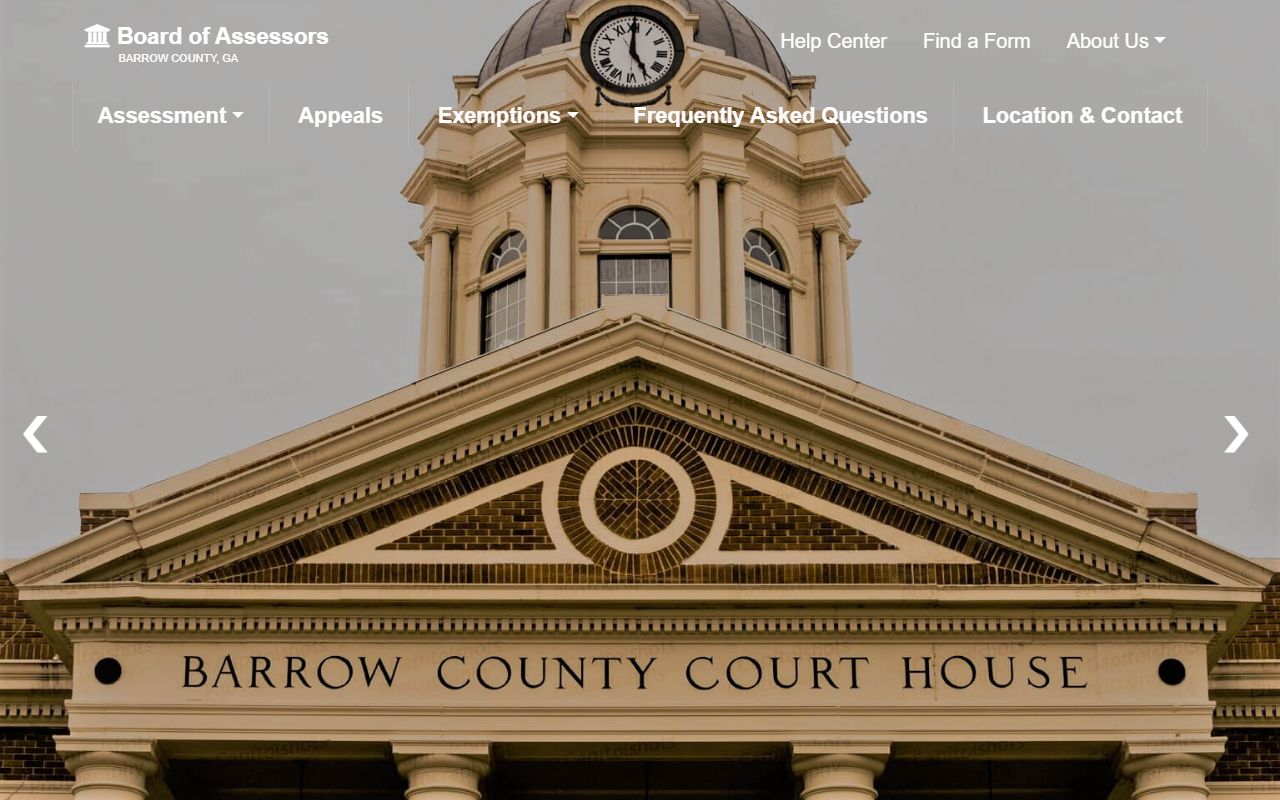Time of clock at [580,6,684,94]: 4:59
